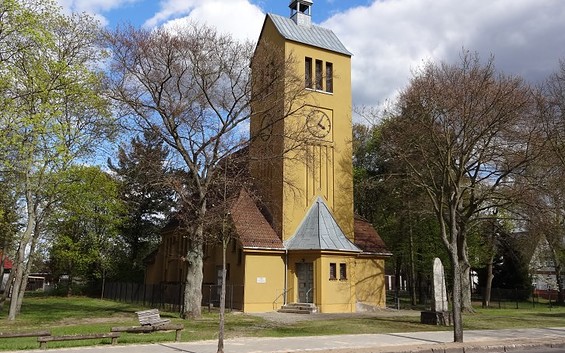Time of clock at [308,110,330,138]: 4:04
